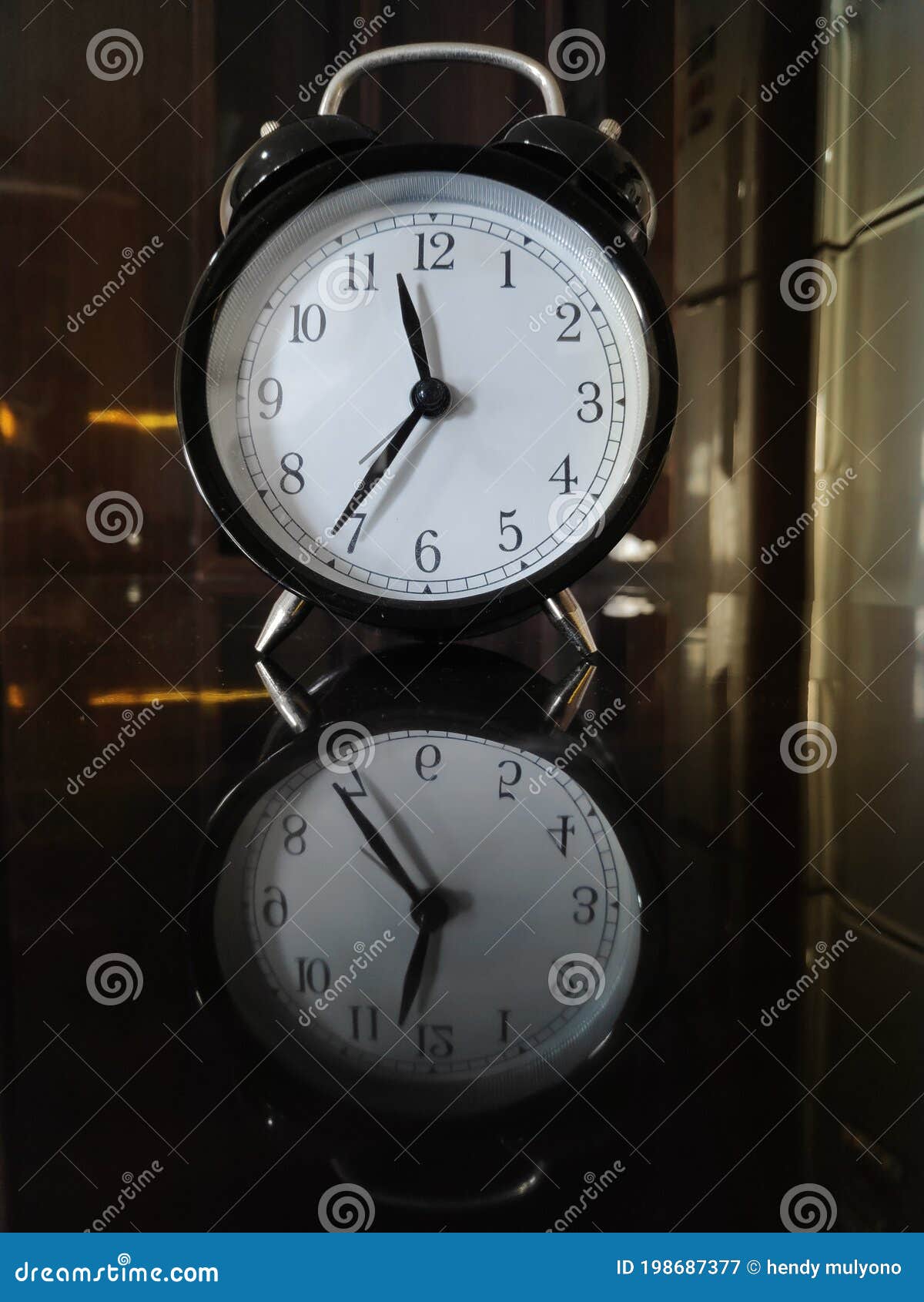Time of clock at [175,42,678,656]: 11:35
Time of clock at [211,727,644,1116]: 6:54
